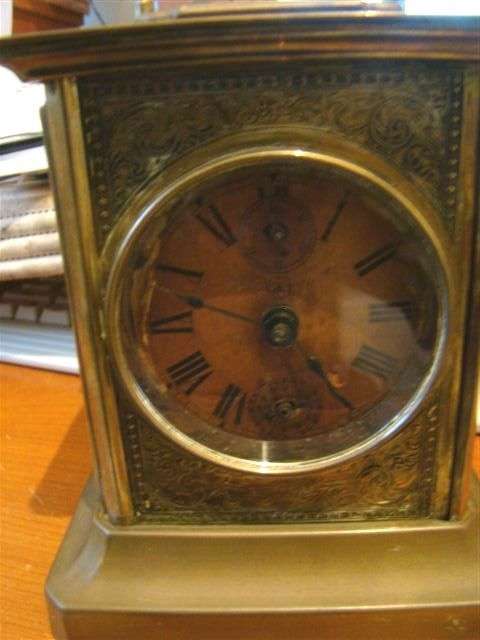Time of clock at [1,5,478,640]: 9:22
